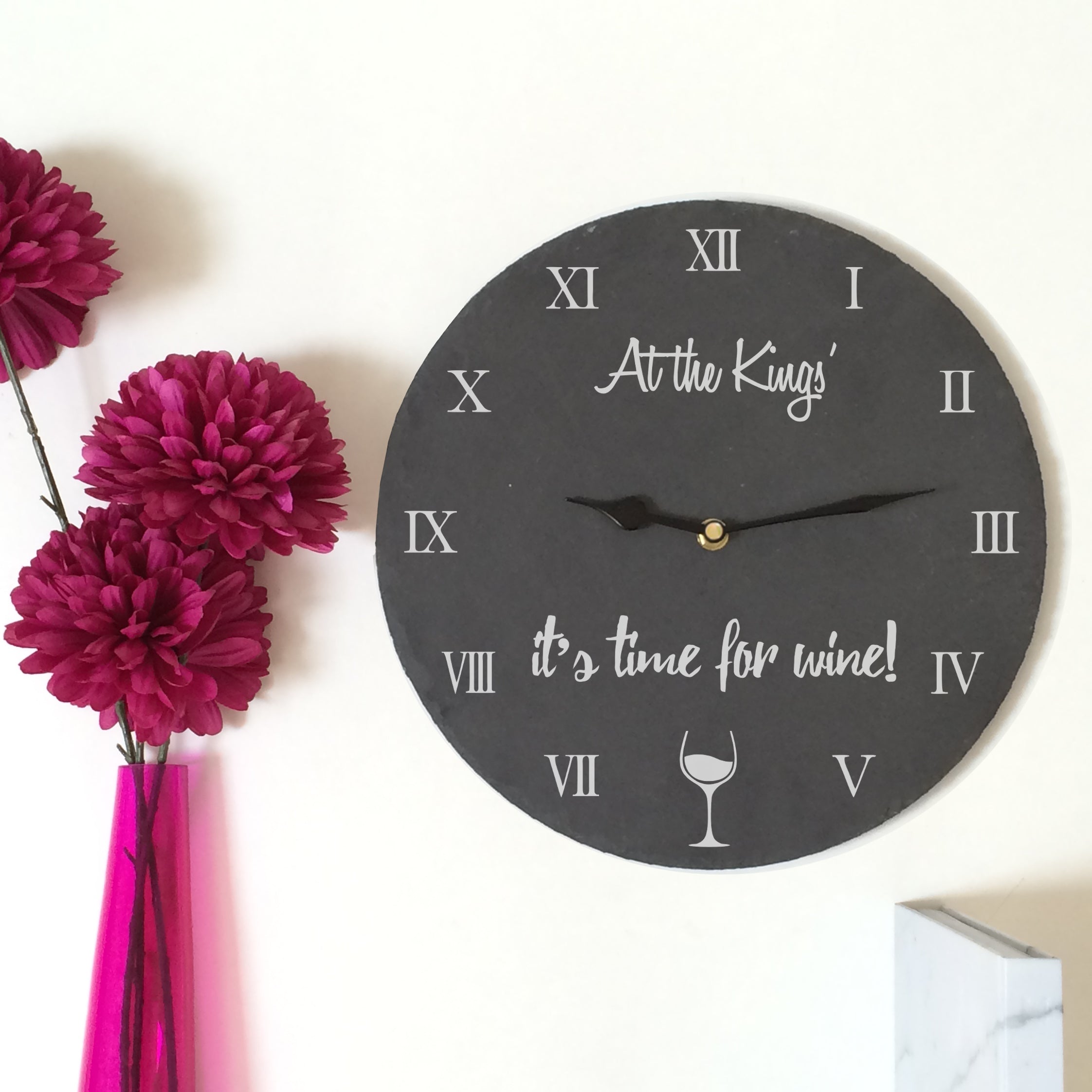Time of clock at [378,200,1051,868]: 9:13
